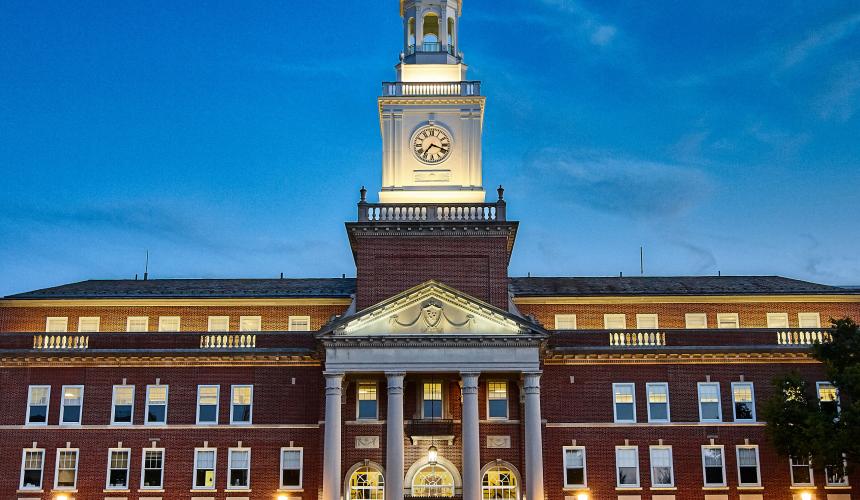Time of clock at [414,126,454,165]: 7:18
